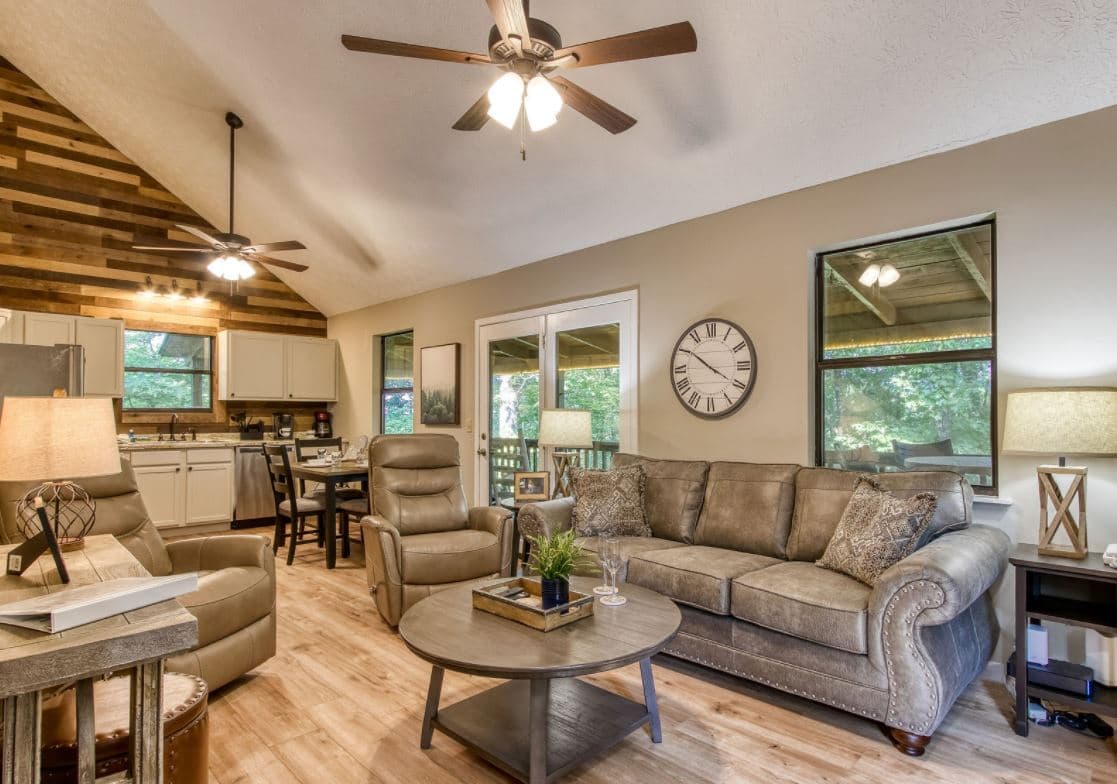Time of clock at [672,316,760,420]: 3:50
